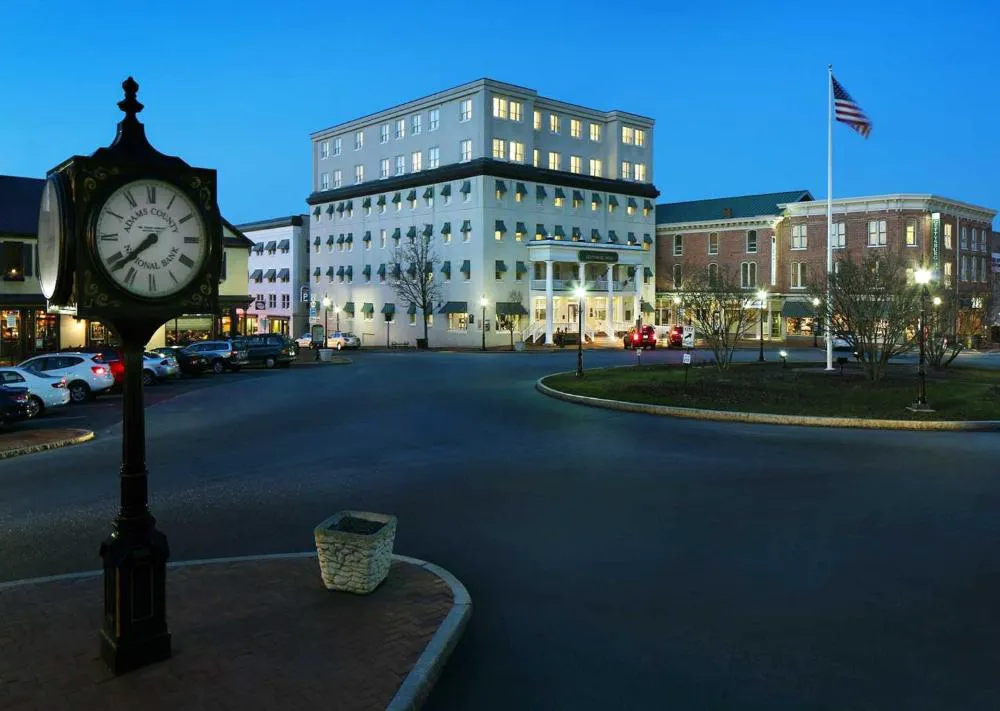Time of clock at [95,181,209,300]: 7:38
